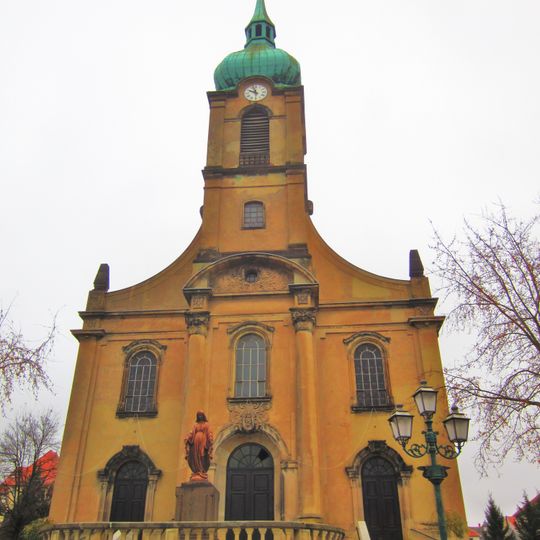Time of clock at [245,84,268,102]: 9:57
